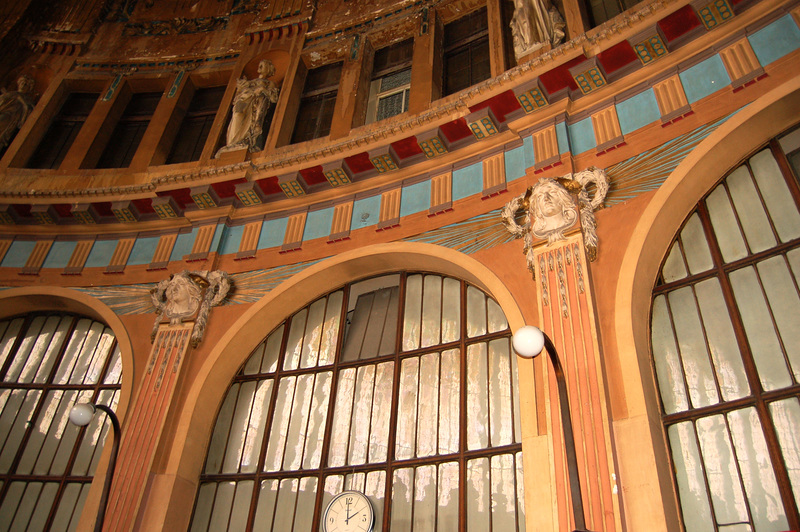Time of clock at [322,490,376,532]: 2:00
